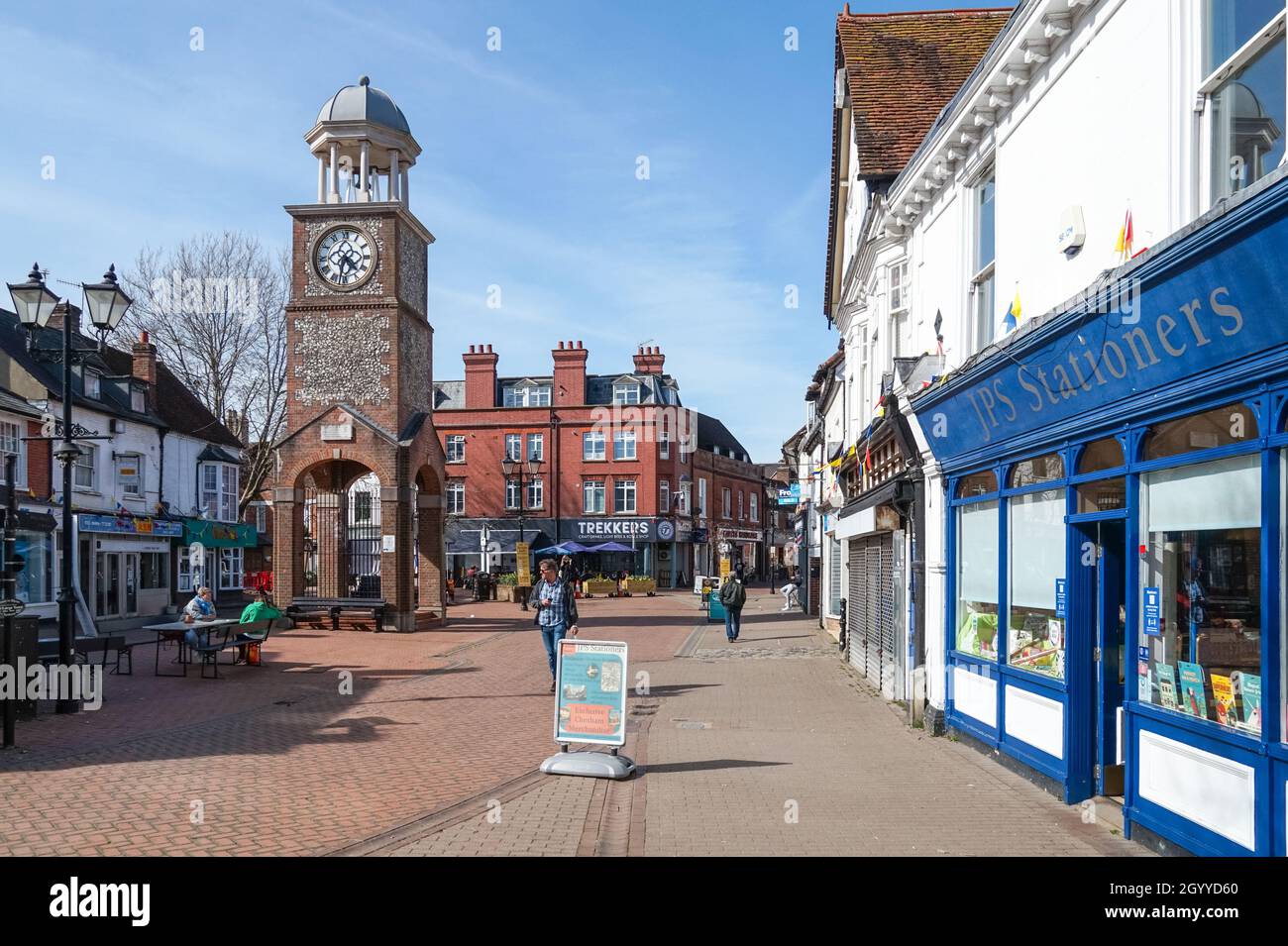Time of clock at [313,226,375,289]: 4:31
